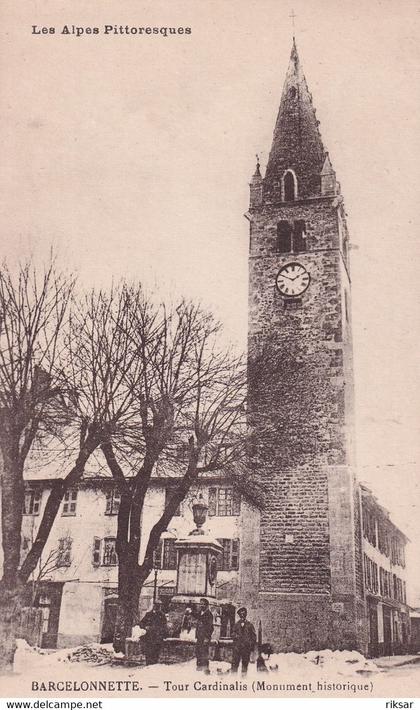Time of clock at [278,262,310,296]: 1:49
